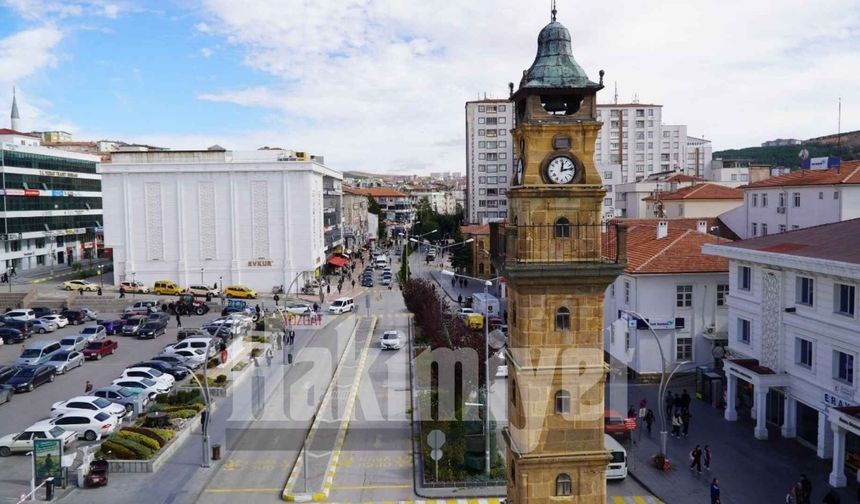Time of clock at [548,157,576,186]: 12:13
